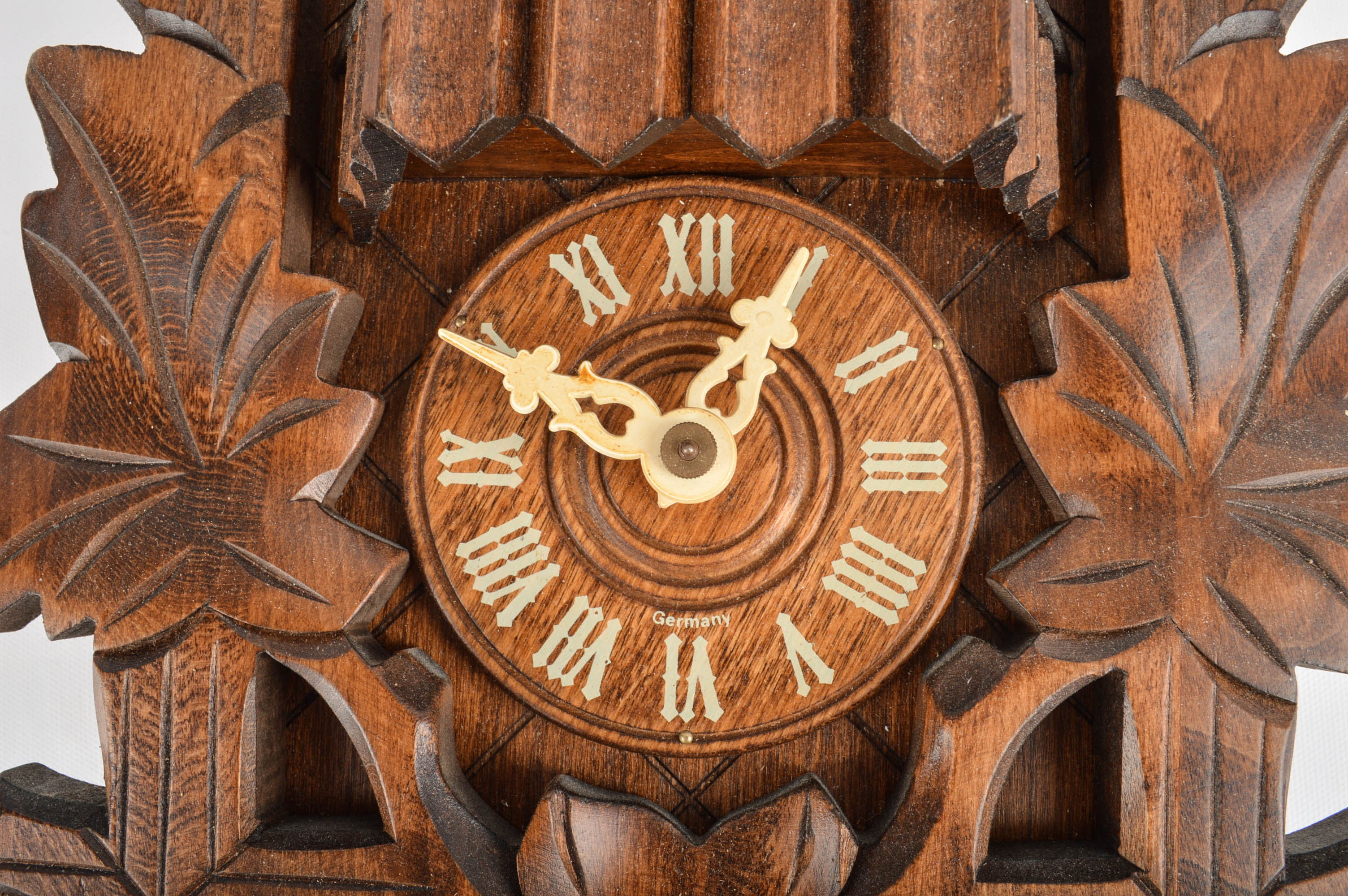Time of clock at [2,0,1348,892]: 12:49
